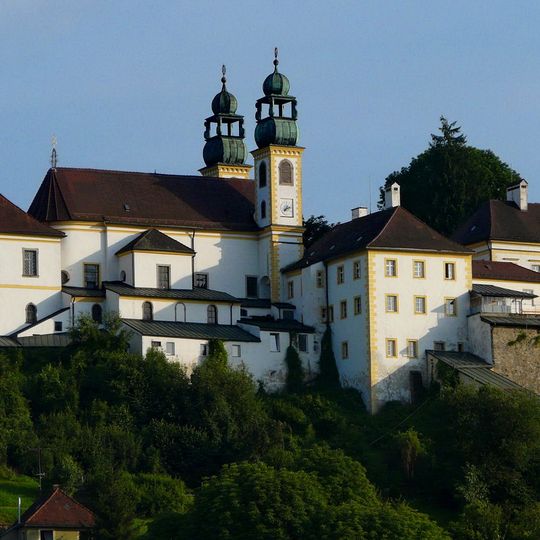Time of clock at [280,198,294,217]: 7:12
